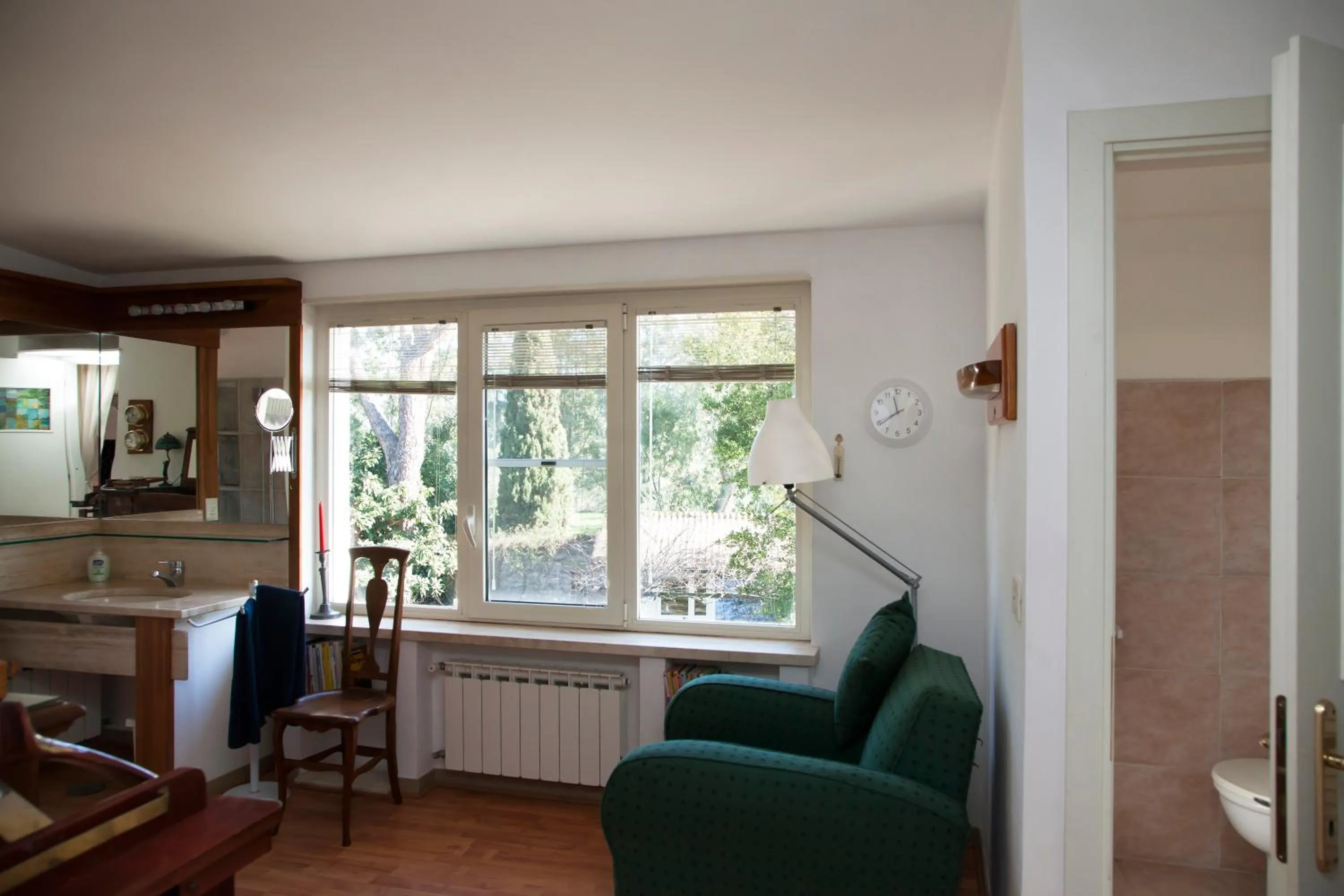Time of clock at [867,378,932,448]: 11:39
